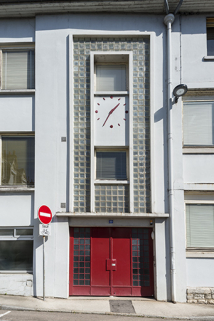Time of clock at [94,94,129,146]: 1:35
